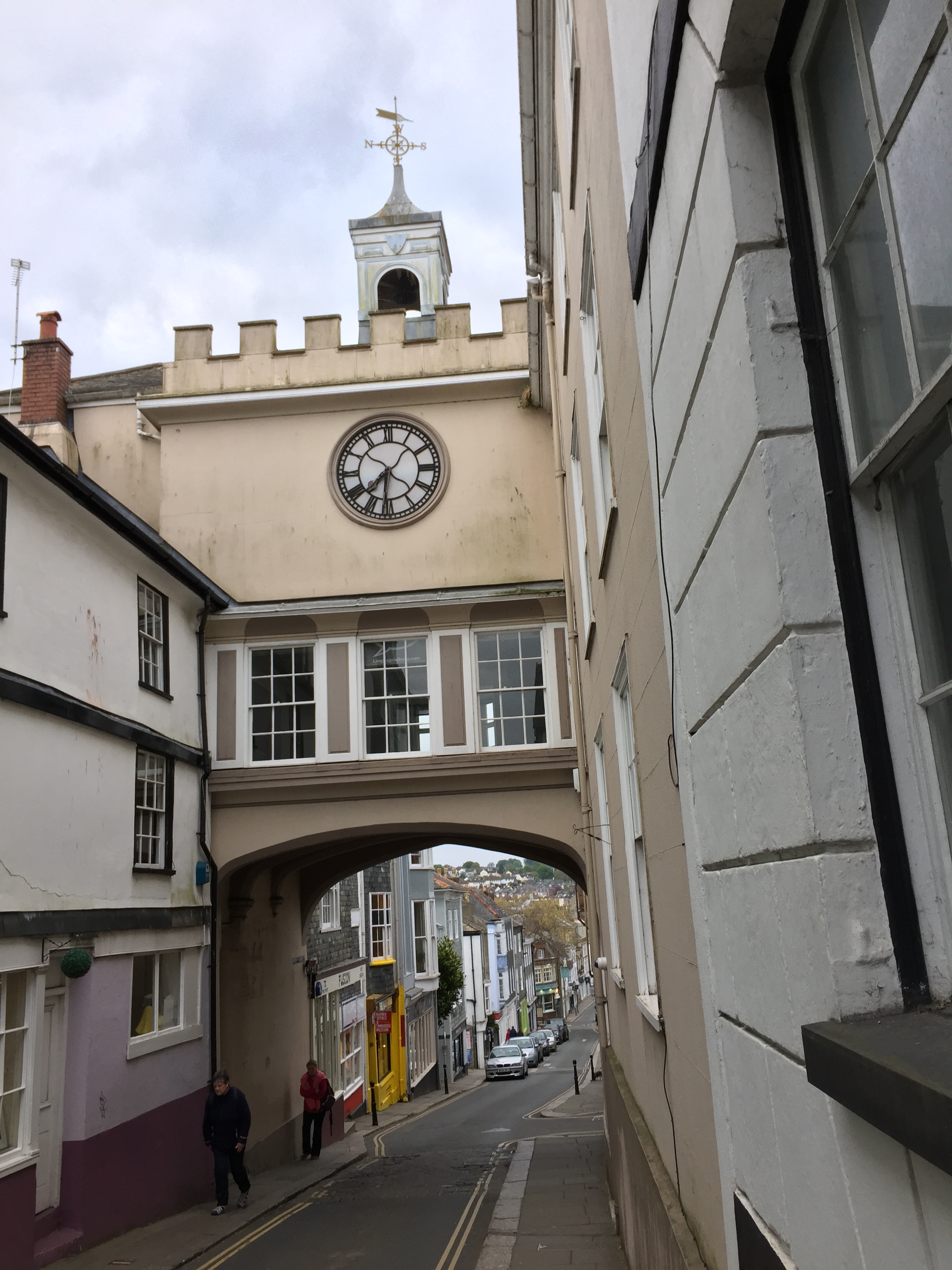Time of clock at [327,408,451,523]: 7:31
